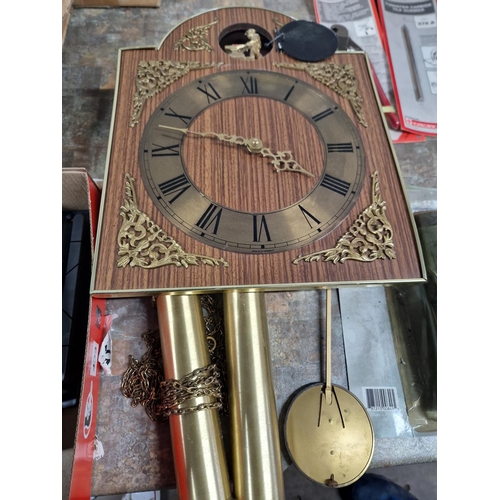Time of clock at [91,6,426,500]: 3:47
